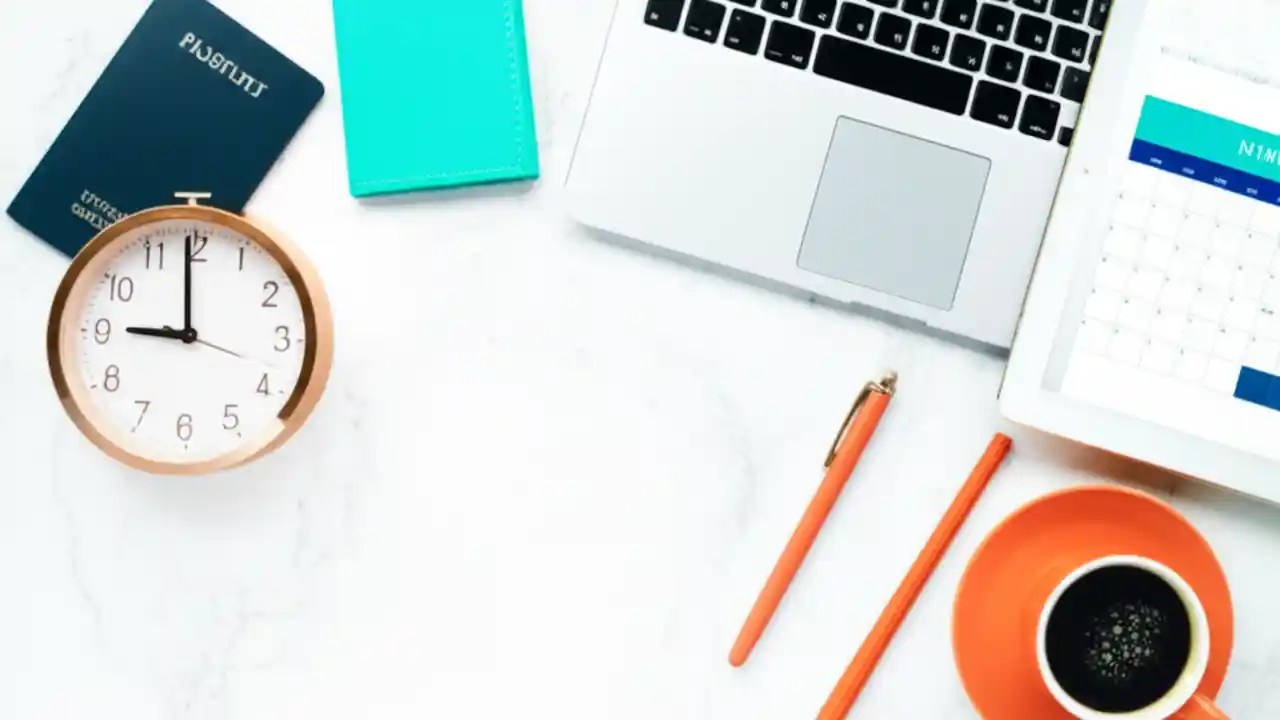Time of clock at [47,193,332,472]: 8:59
